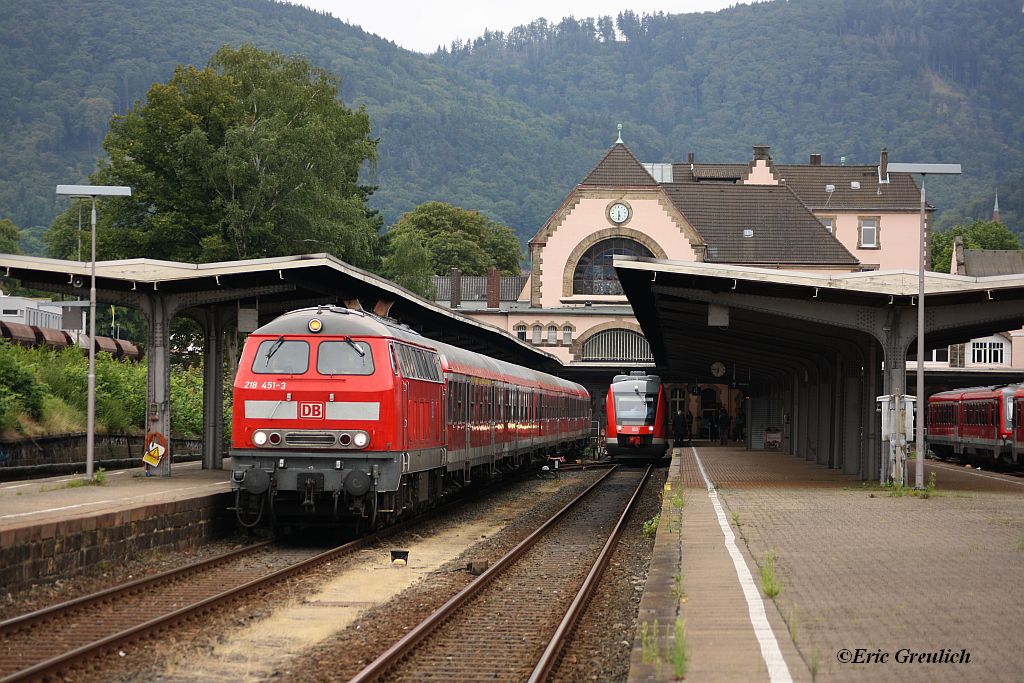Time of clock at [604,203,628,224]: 5:31
